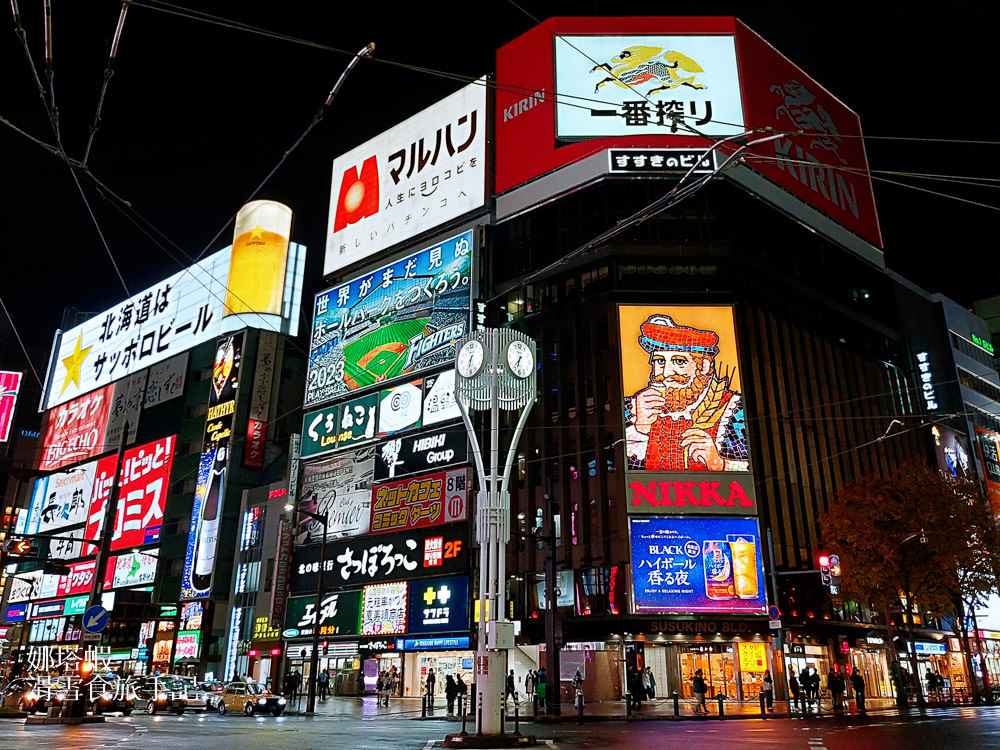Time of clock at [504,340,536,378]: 6:36
